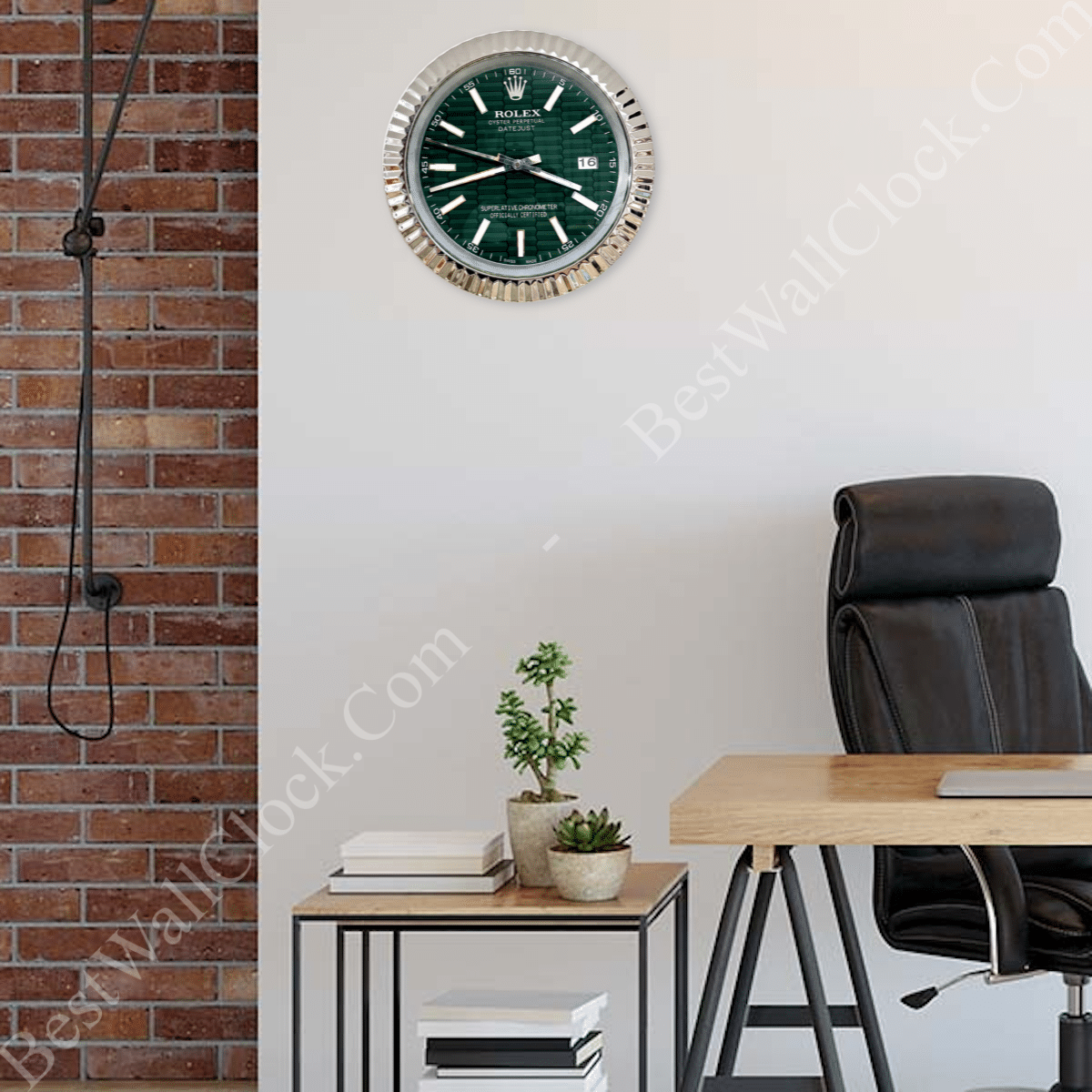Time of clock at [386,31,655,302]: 3:42
